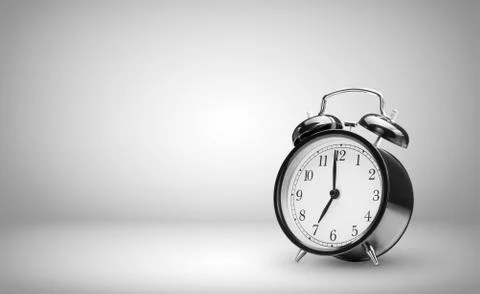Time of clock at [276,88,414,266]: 6:59
